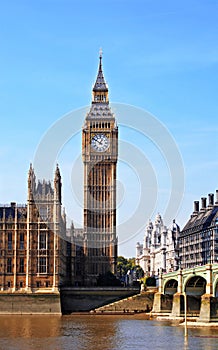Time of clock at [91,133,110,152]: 12:50
